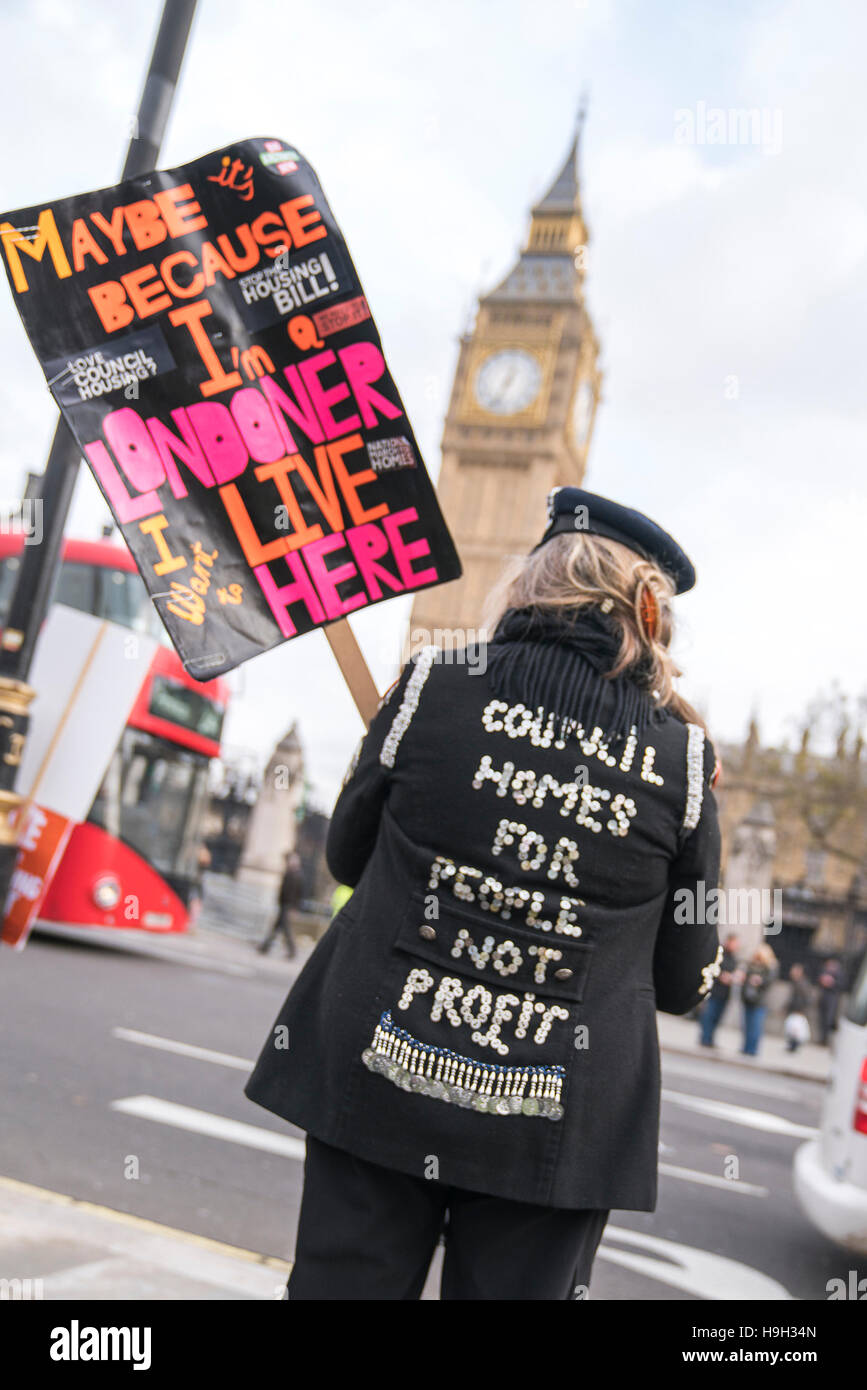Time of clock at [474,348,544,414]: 12:33
